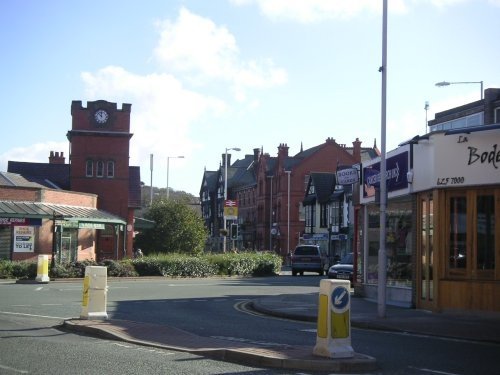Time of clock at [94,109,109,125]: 11:52
